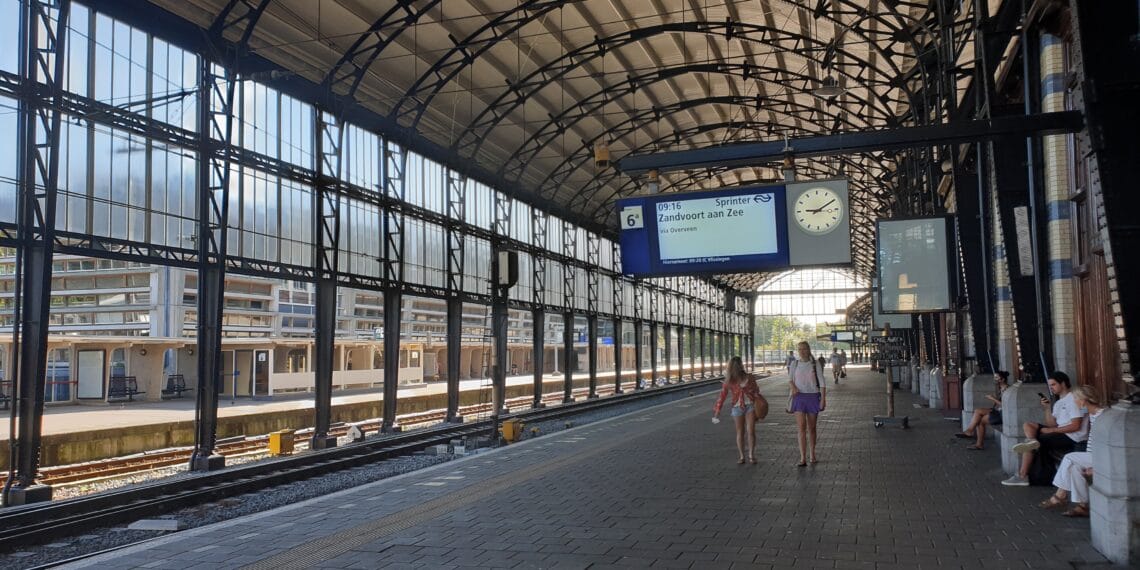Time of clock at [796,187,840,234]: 9:10
